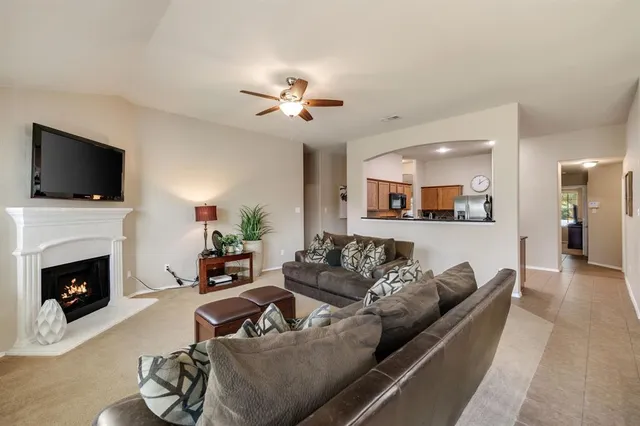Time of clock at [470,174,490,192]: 12:09
